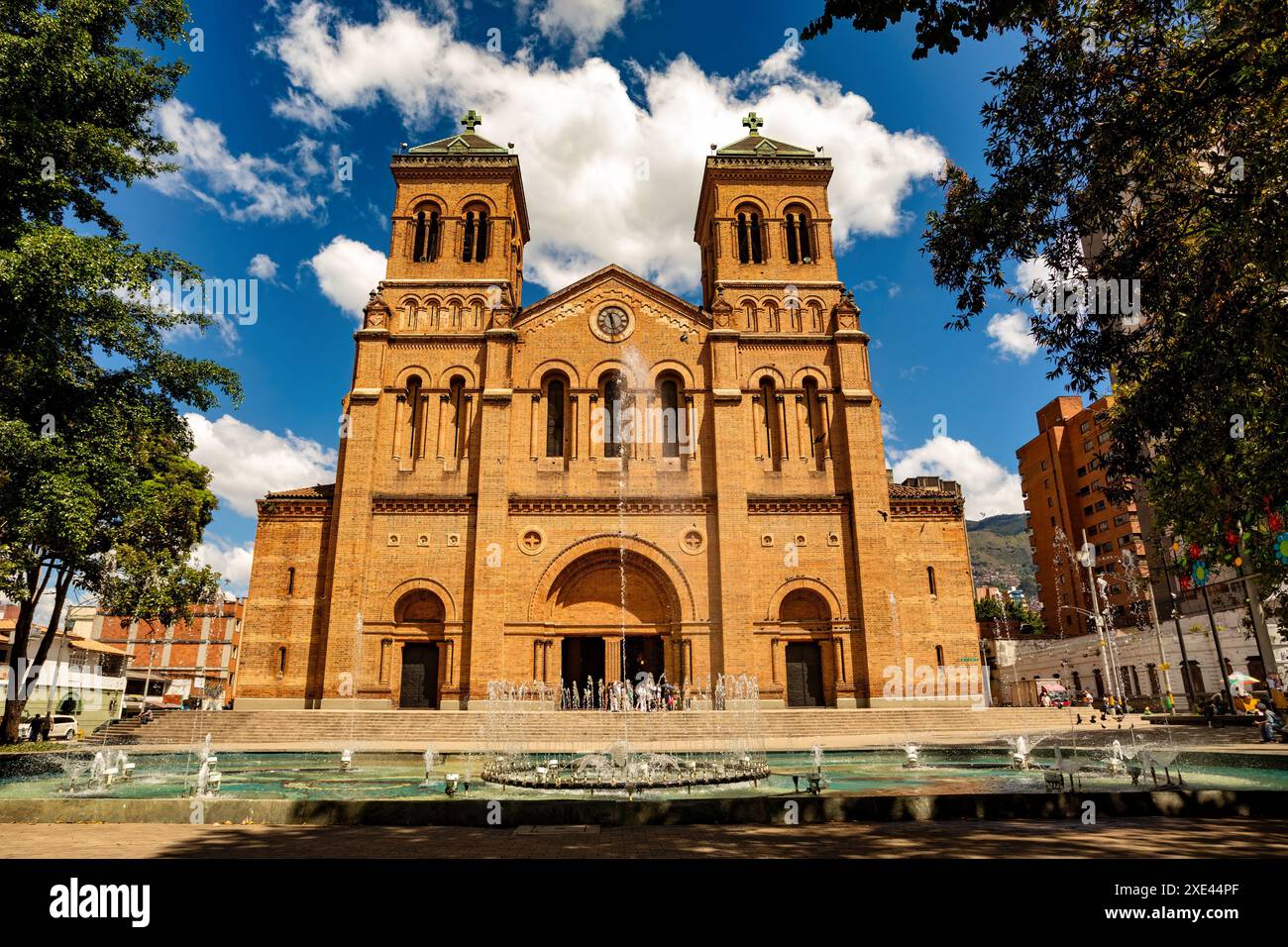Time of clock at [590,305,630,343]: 11:28
